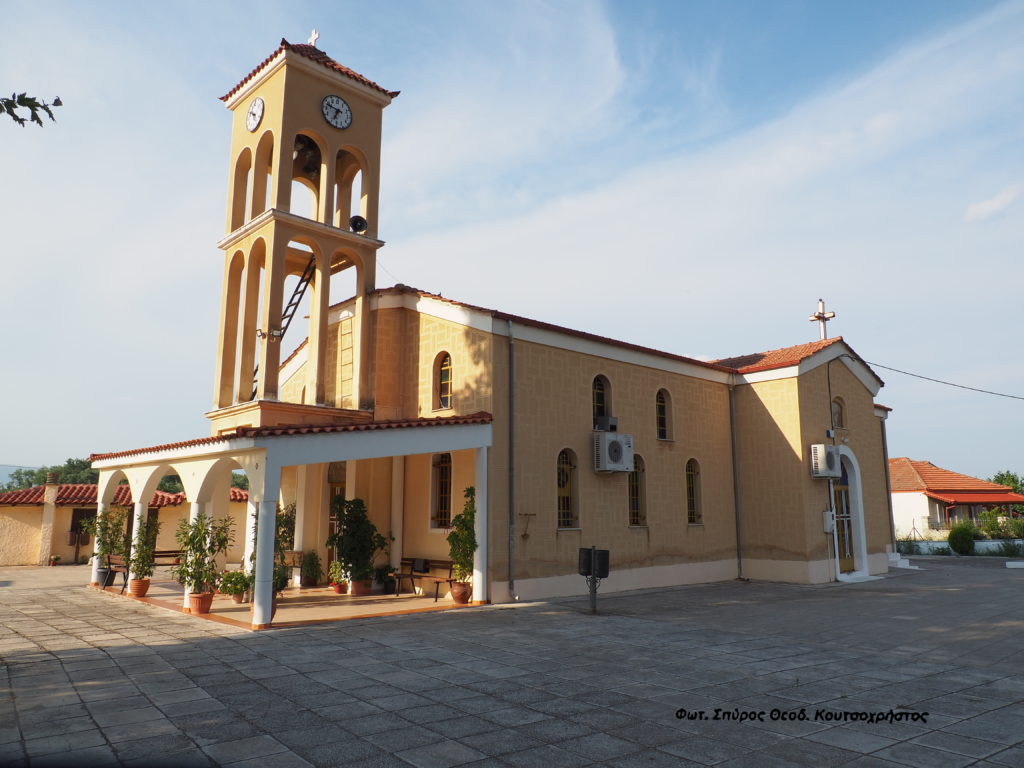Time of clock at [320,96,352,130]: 6:47
